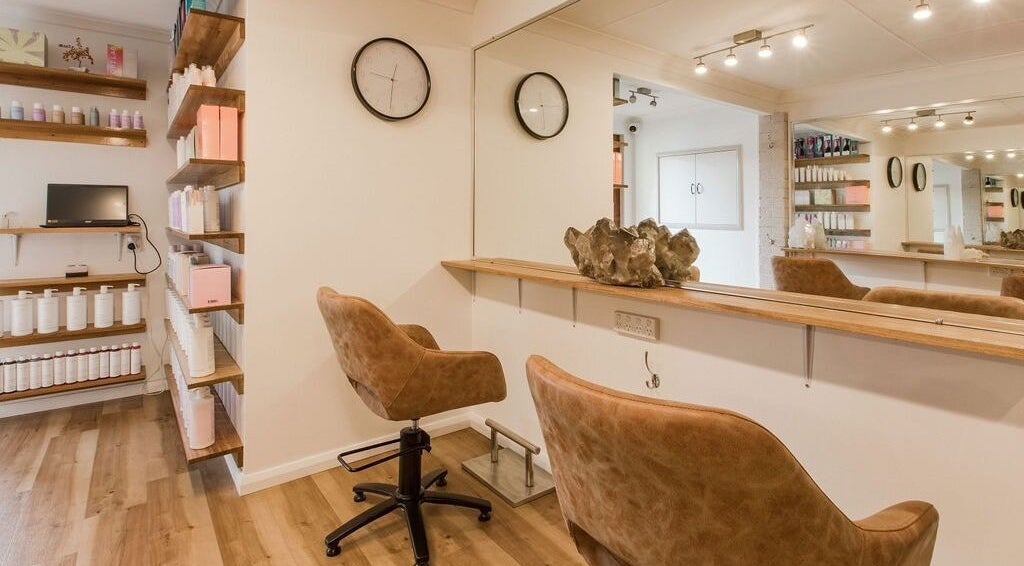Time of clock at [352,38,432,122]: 12:30
